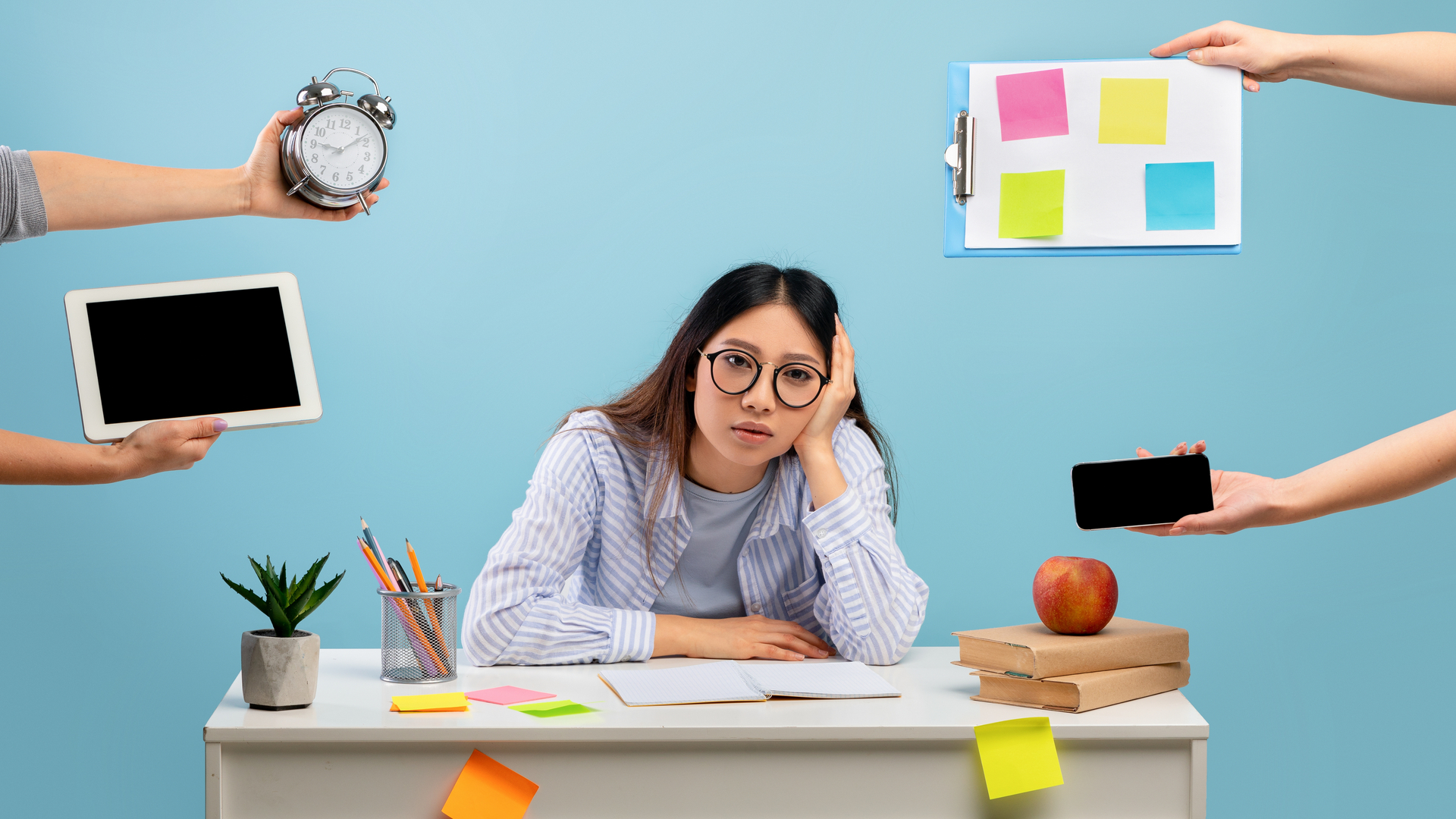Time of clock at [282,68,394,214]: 9:08
